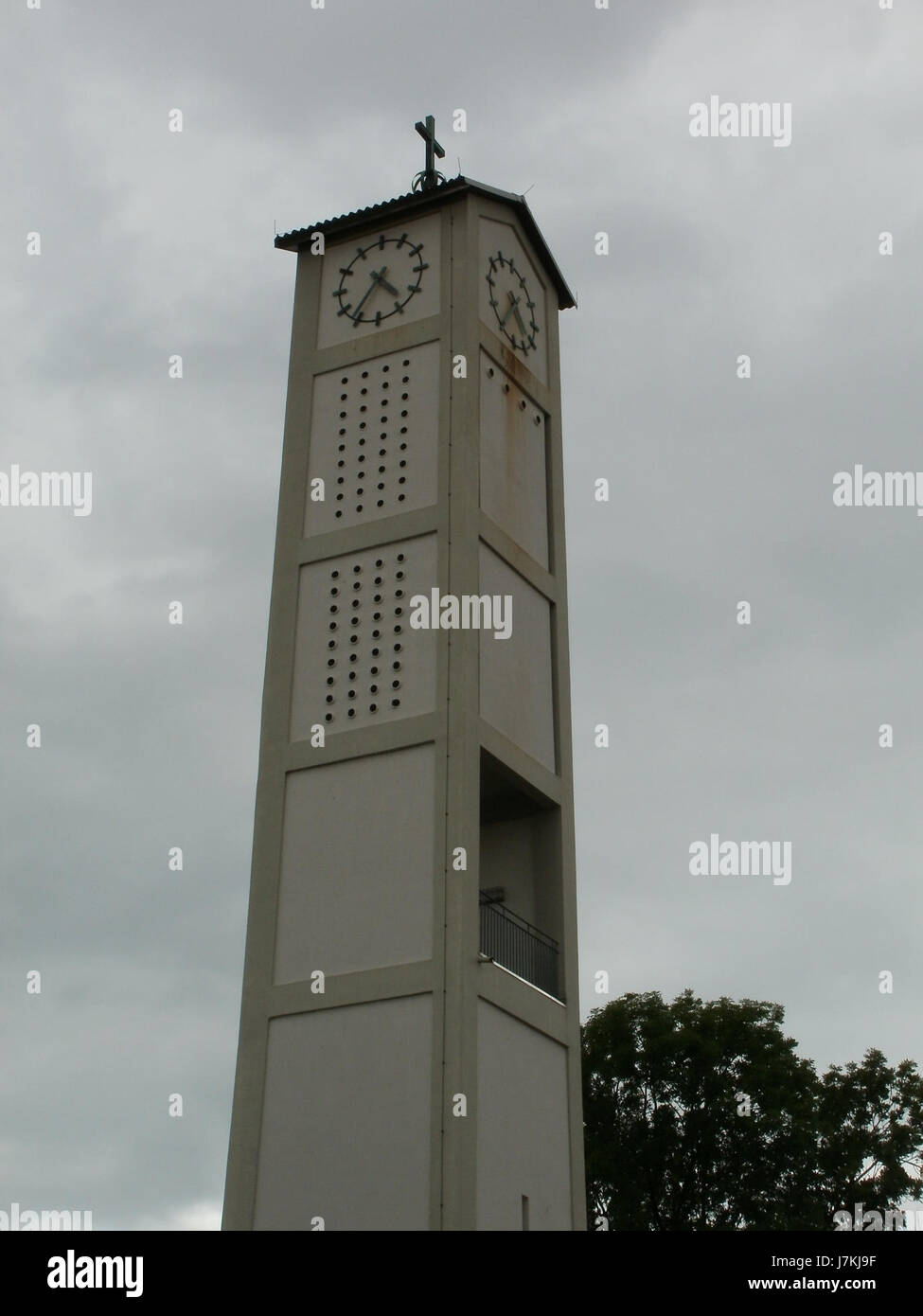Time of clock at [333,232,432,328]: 4:36
